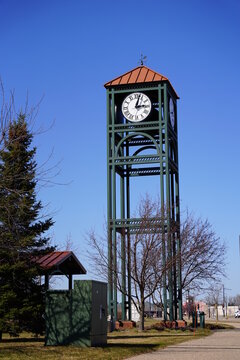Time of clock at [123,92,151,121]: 3:02
